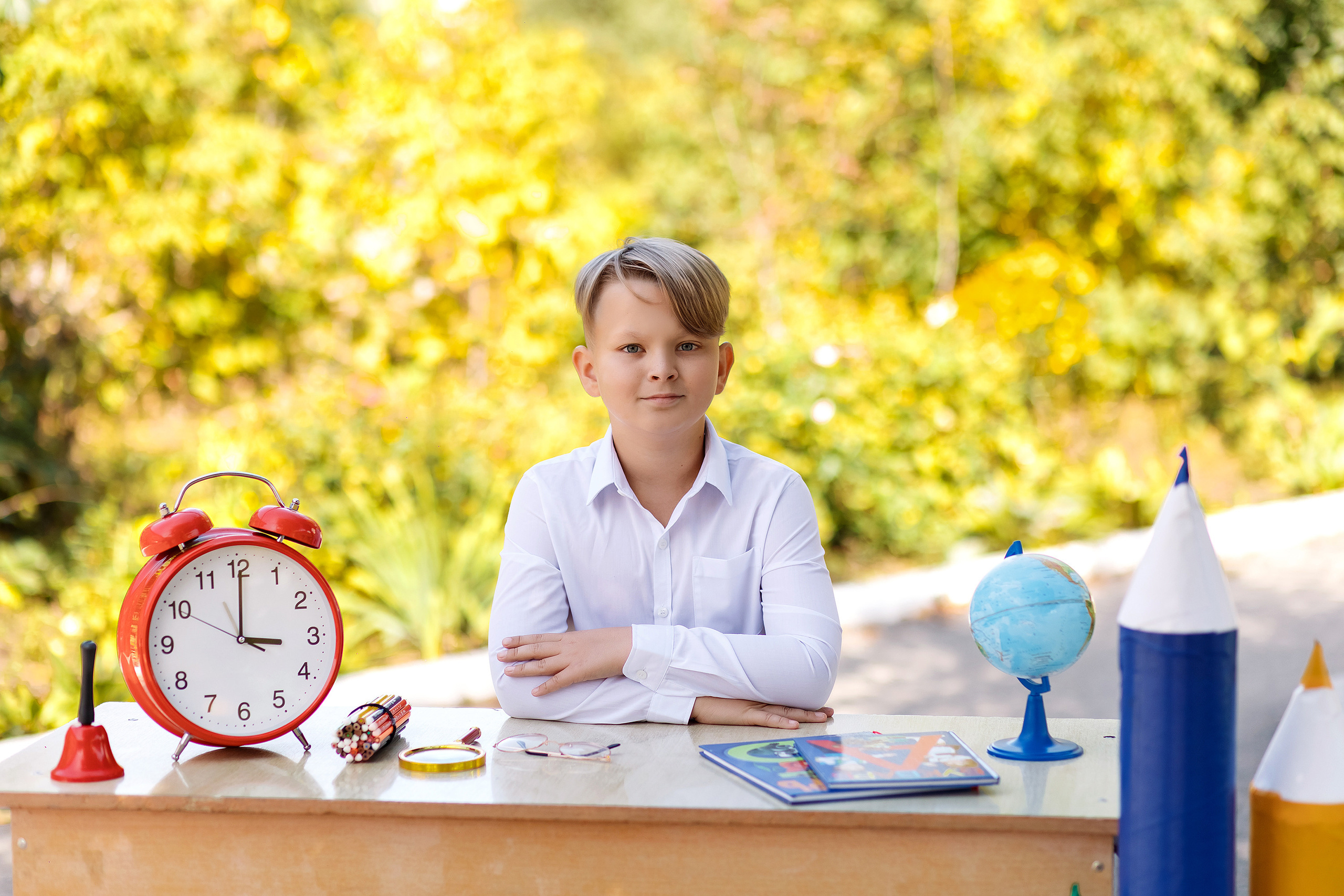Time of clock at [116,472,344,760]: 3:00
